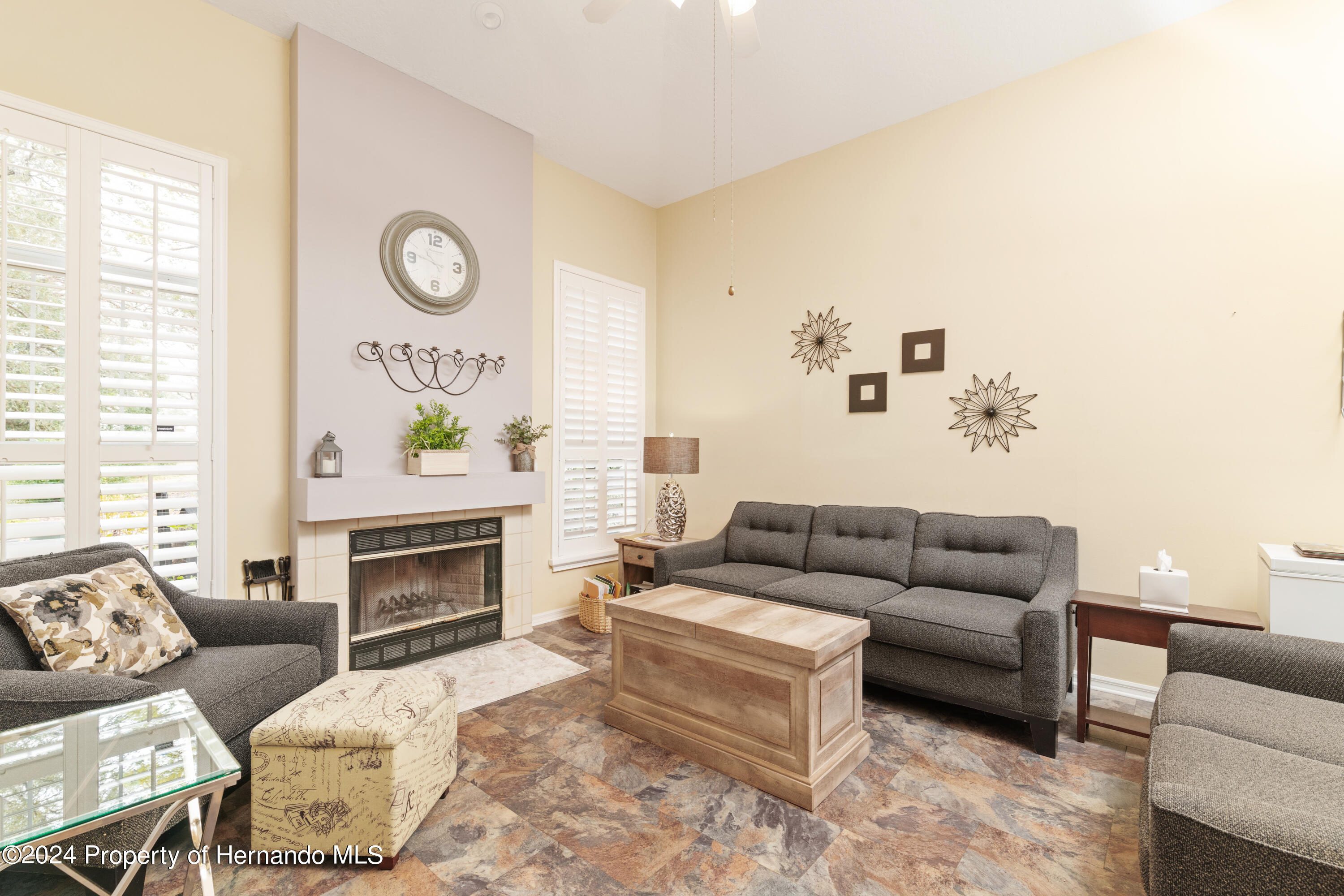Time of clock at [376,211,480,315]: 10:46
